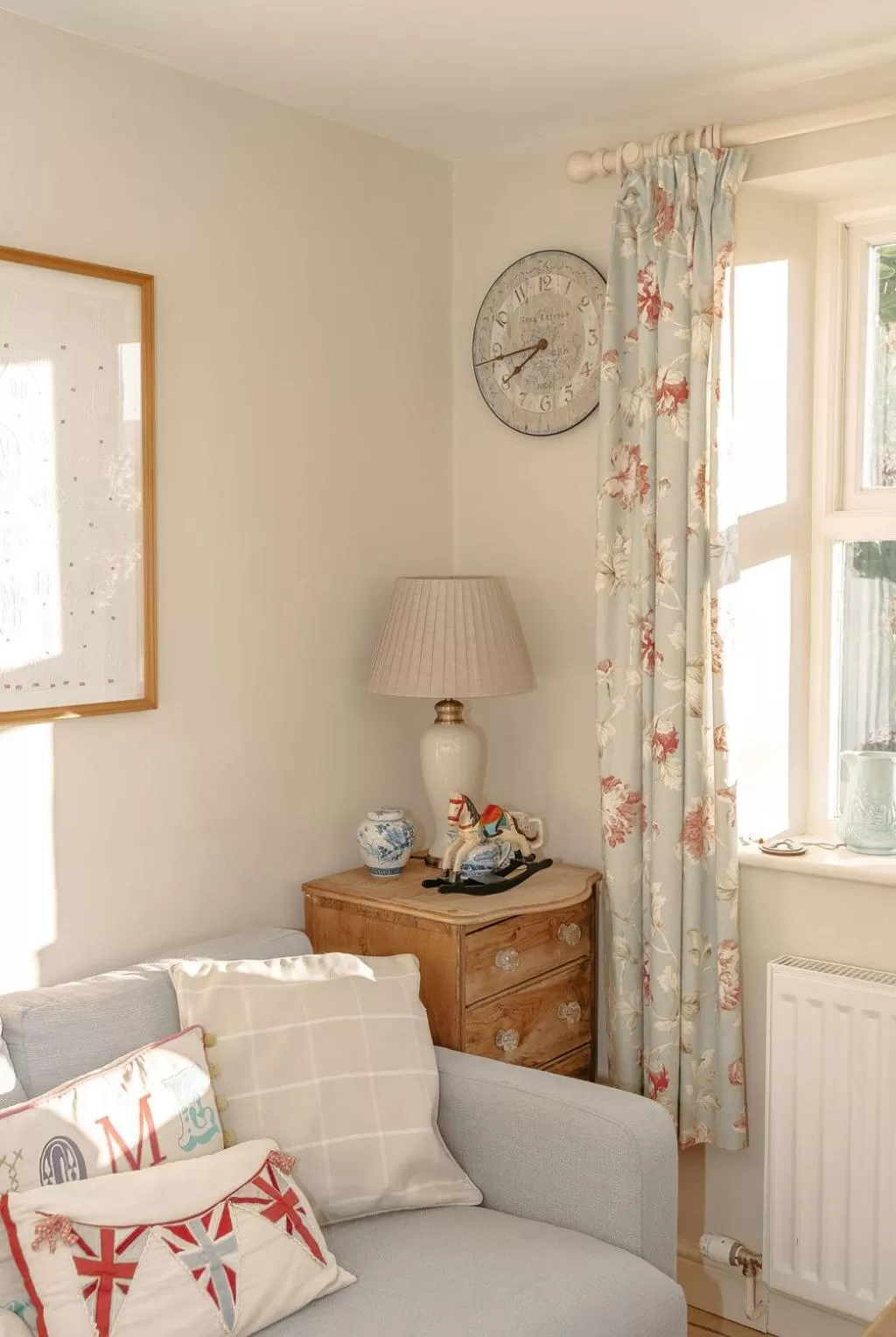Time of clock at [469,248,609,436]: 7:43
